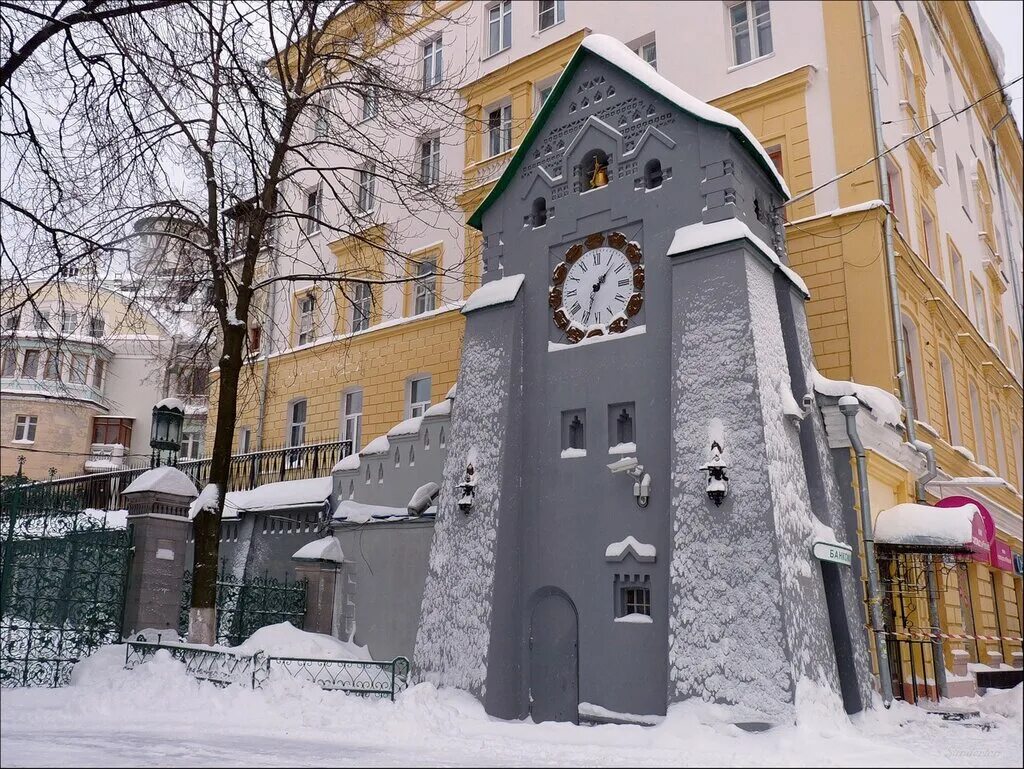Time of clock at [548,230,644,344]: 1:33
